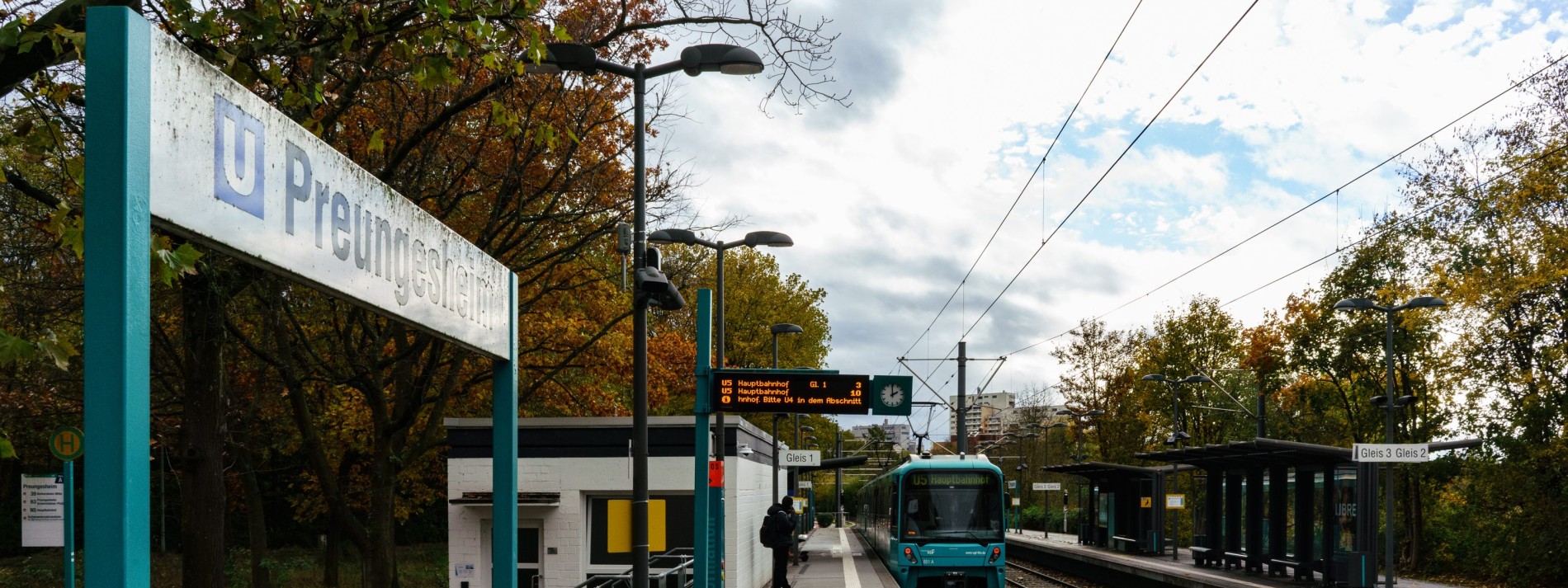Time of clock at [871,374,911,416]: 1:59
